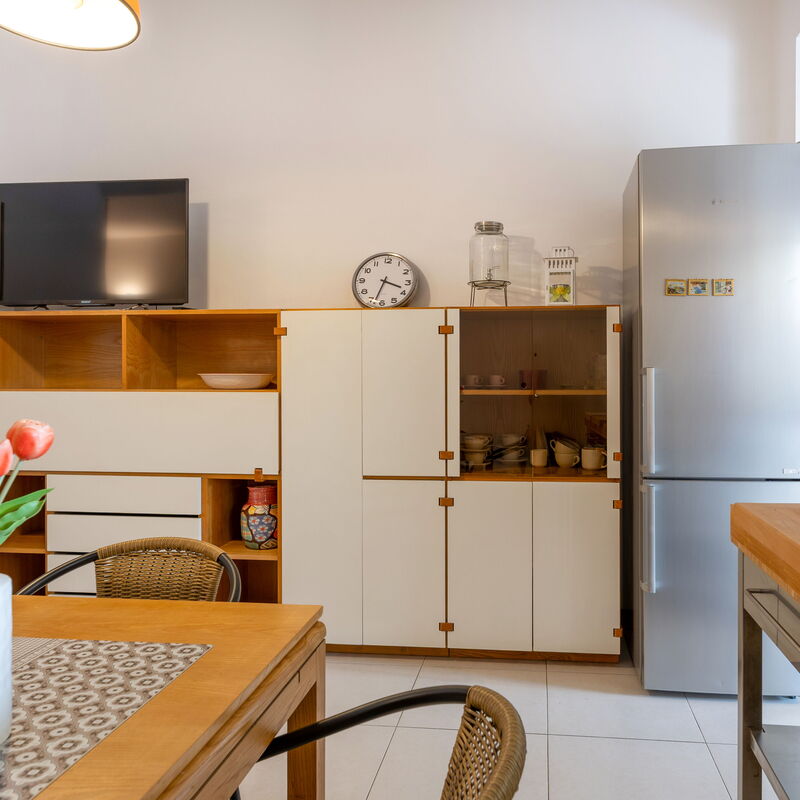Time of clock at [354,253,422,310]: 3:33
